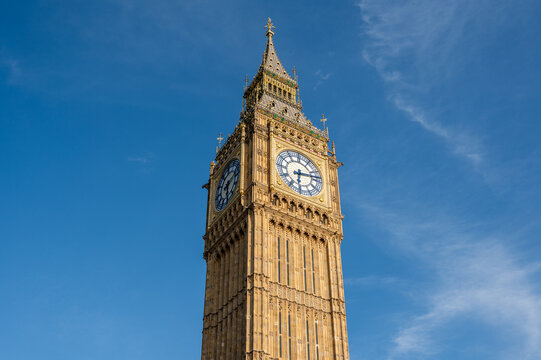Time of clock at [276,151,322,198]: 6:13
